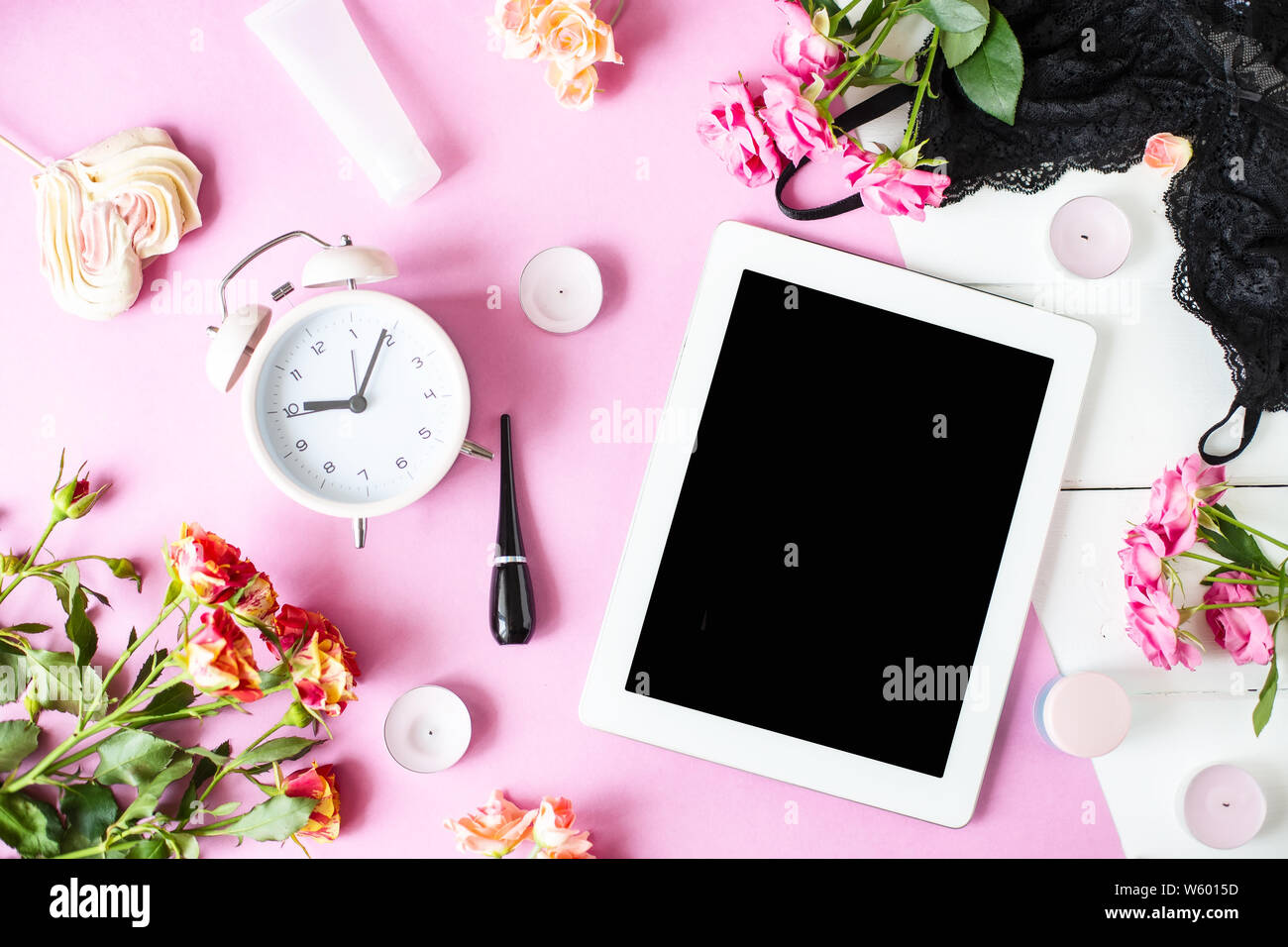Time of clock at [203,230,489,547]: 9:04
